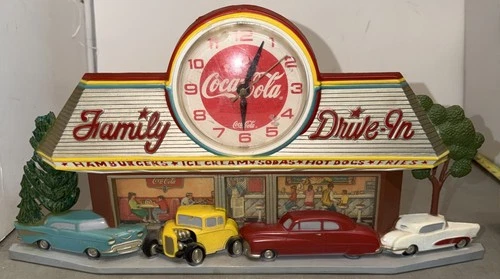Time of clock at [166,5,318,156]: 6:03
